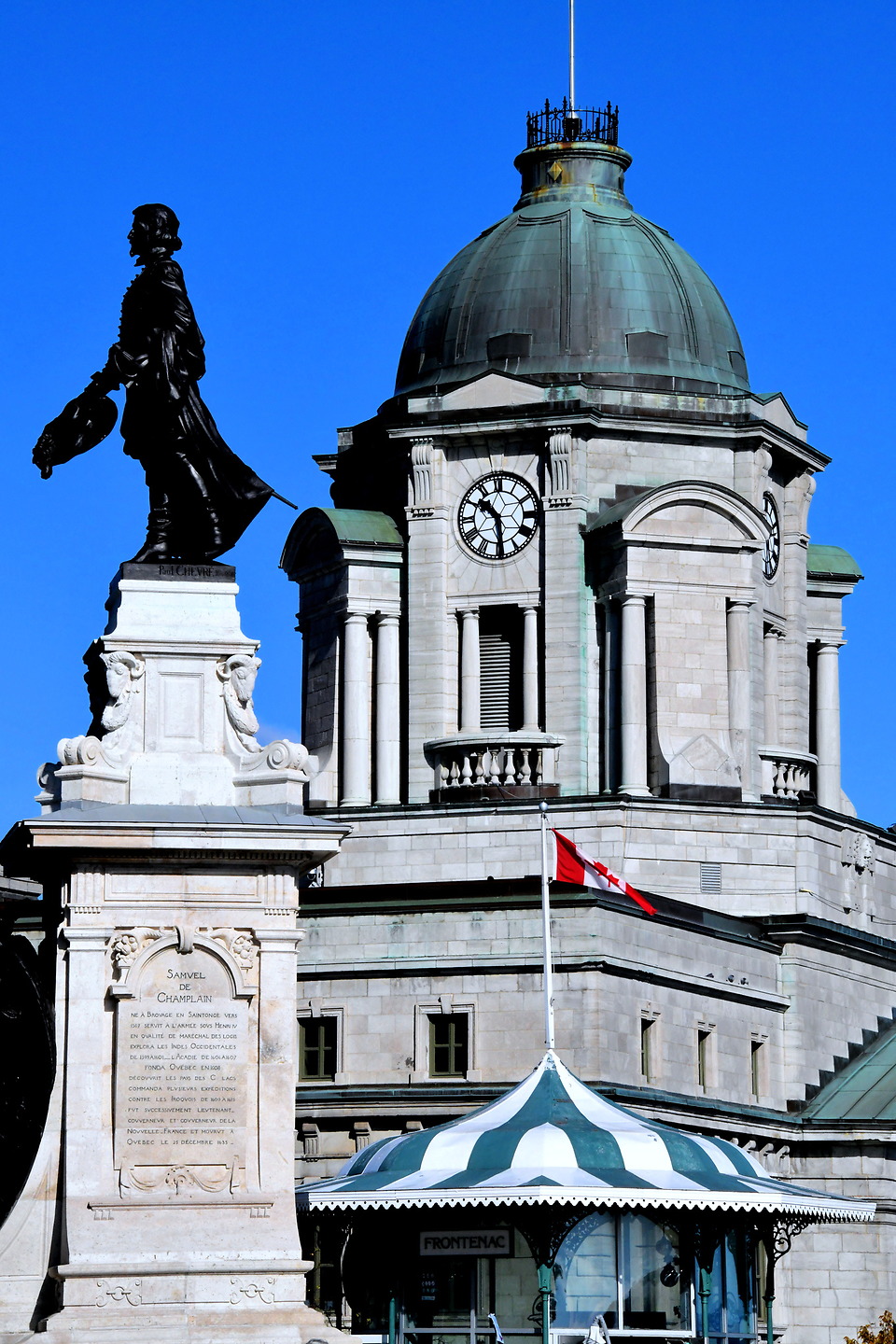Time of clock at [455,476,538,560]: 10:28
